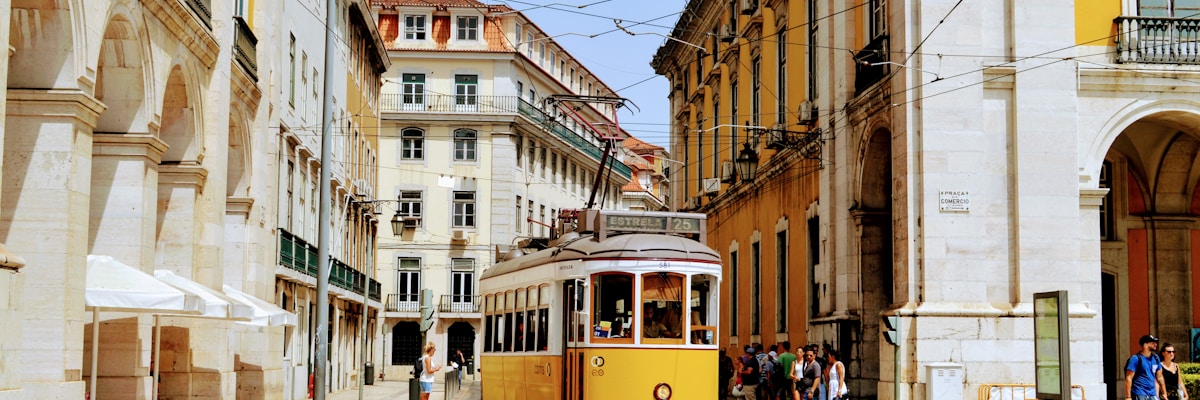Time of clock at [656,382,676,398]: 4:02
